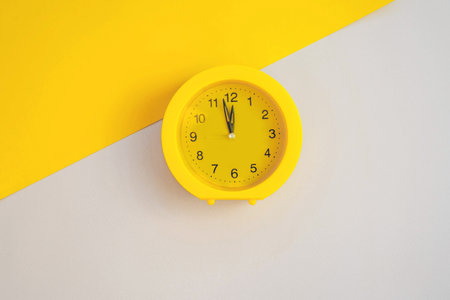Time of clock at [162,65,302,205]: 11:57
